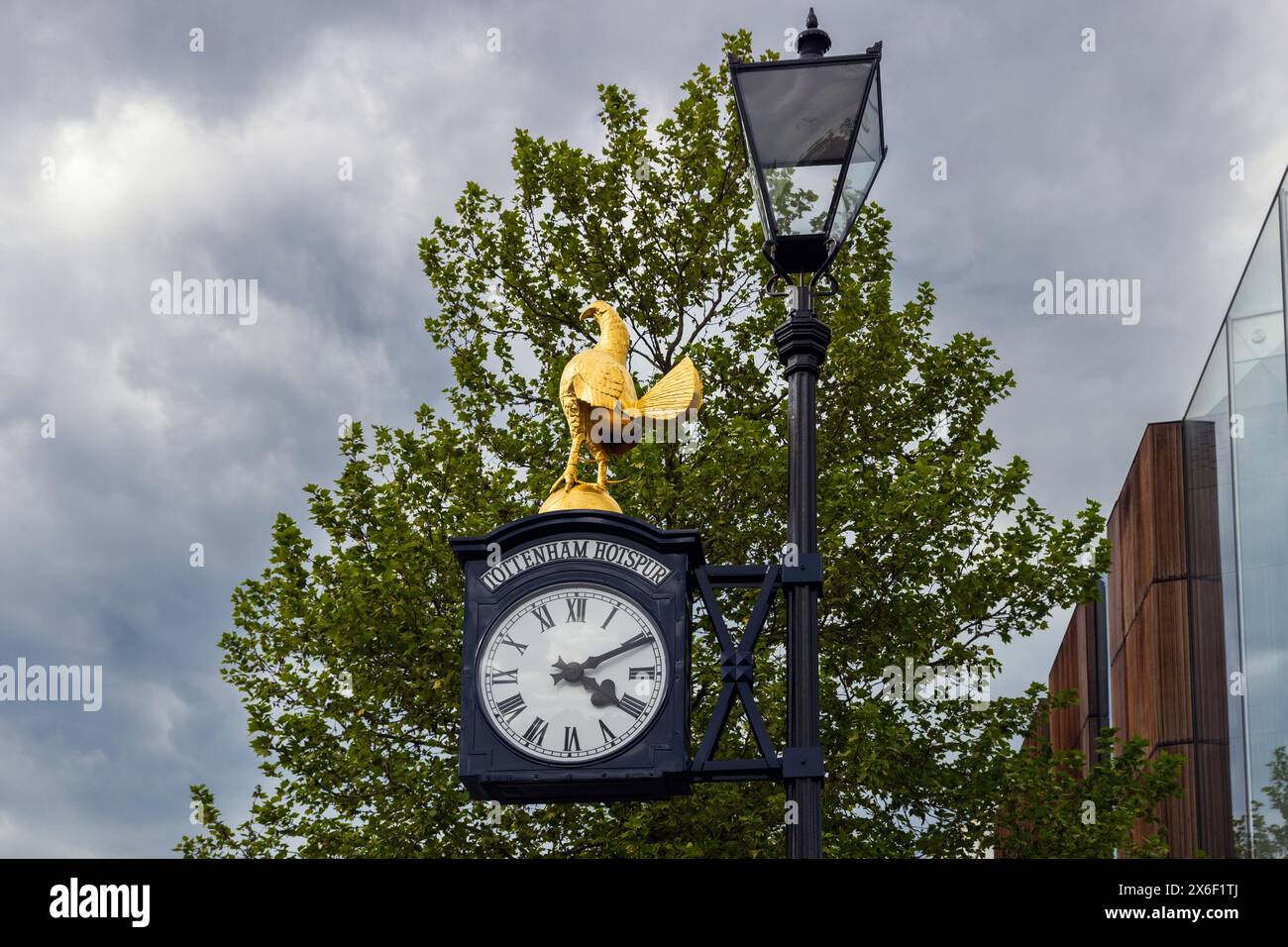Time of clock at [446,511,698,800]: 4:10
